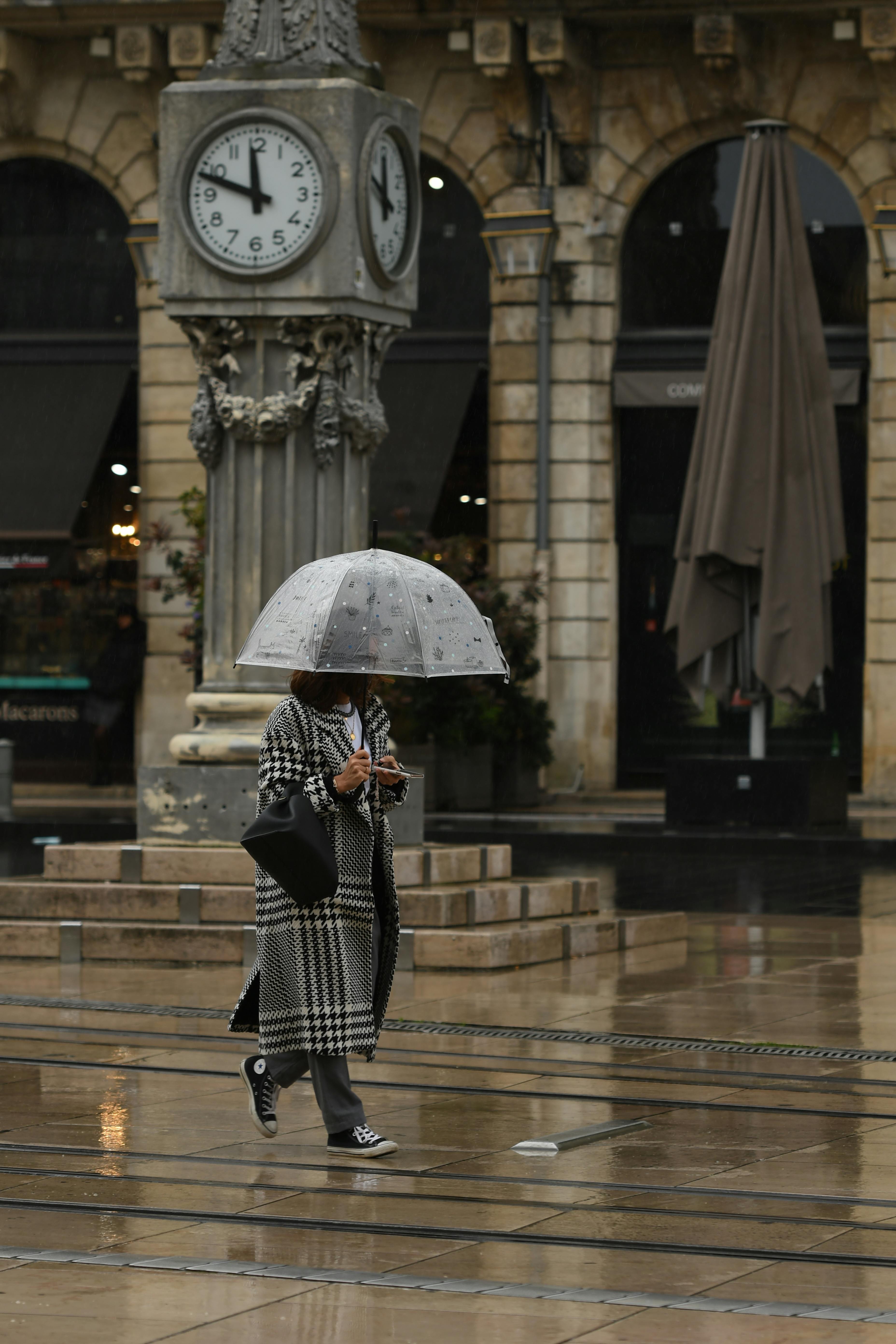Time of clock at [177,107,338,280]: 11:48
